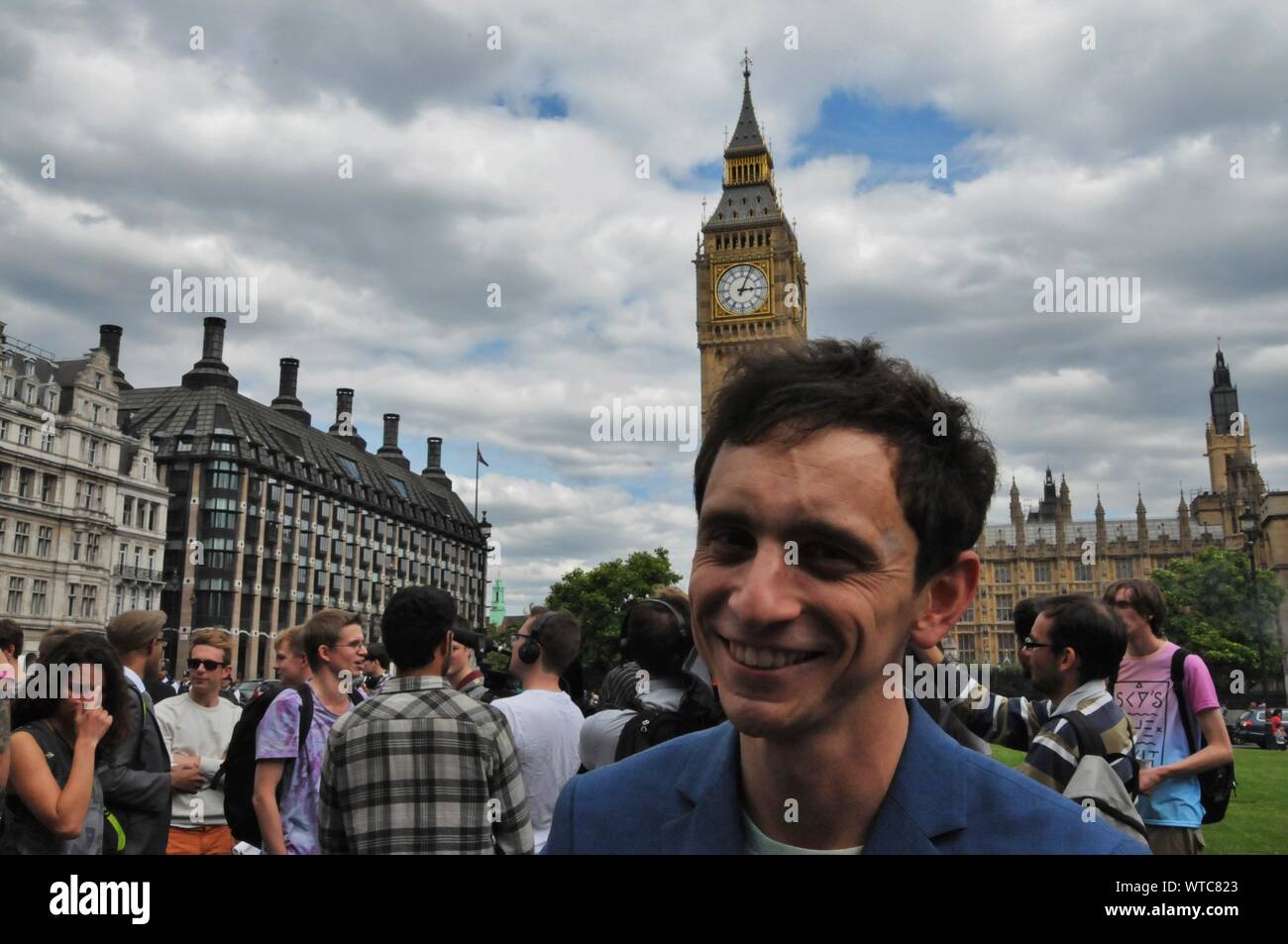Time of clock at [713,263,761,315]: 3:04
